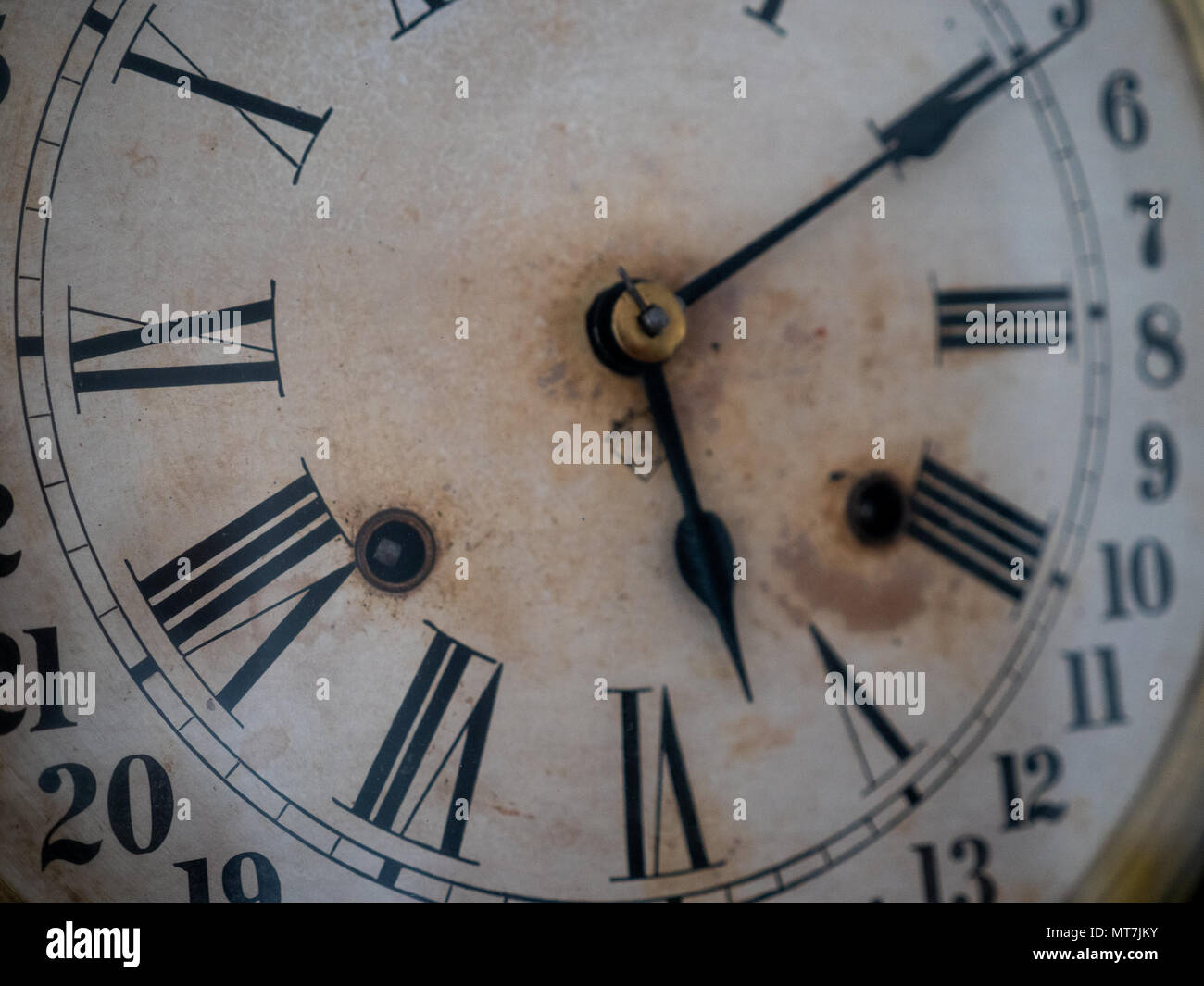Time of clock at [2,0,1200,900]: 5:10
